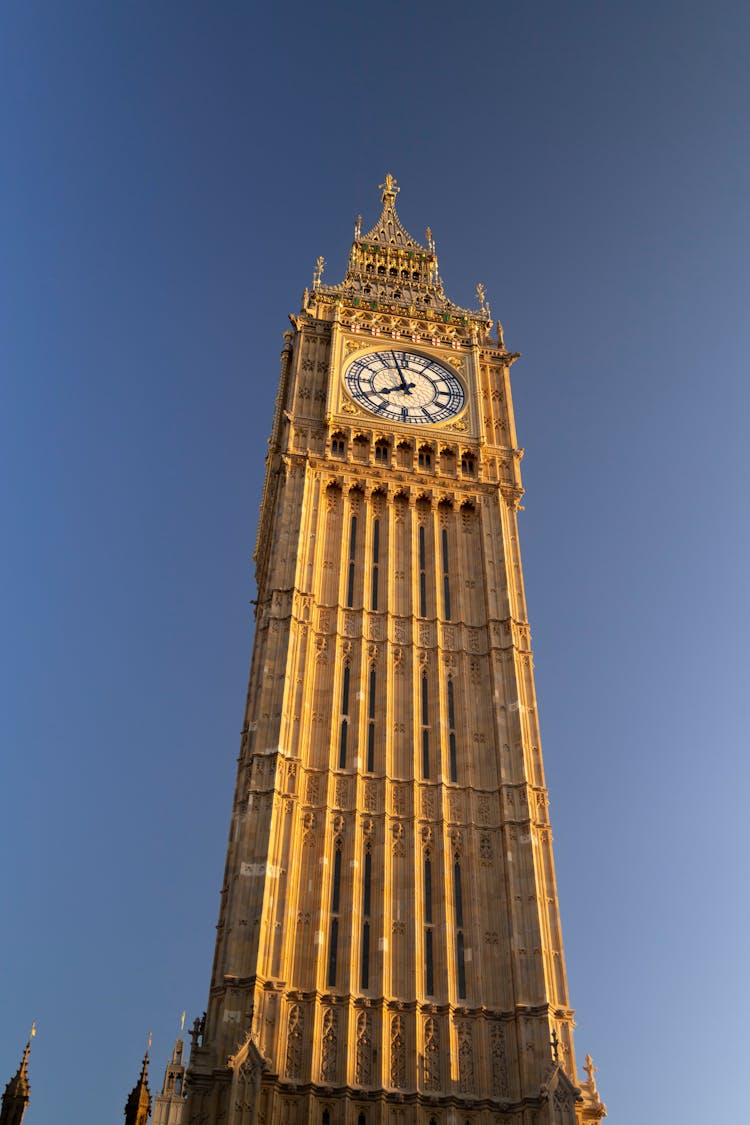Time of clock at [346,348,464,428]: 7:57
